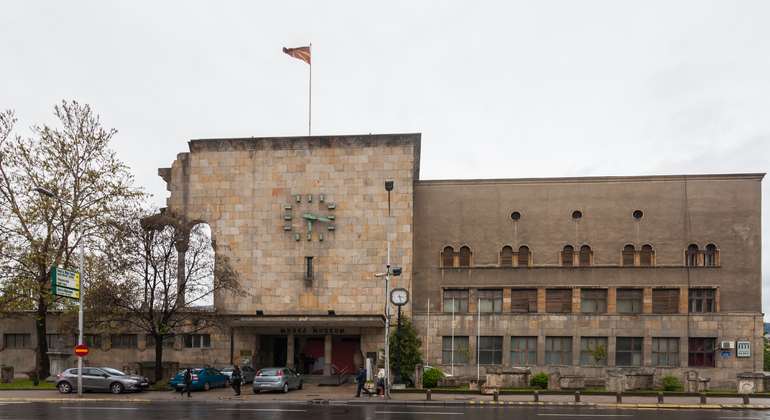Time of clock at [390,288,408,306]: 3:27
